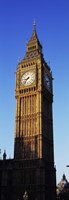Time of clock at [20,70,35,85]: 8:37
